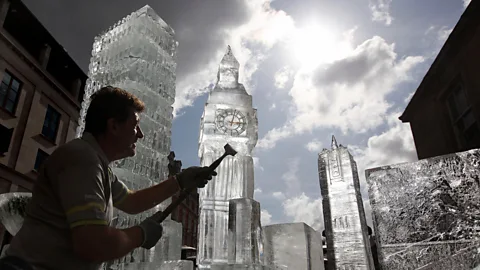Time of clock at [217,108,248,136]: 3:02
